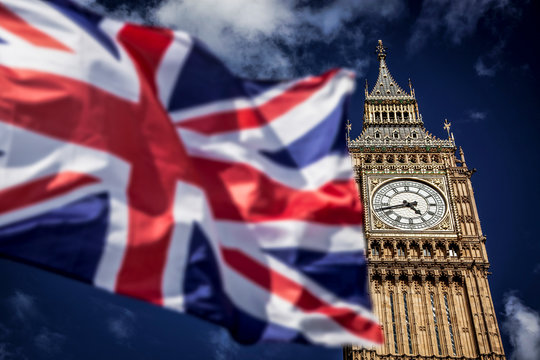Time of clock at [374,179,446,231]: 4:42
